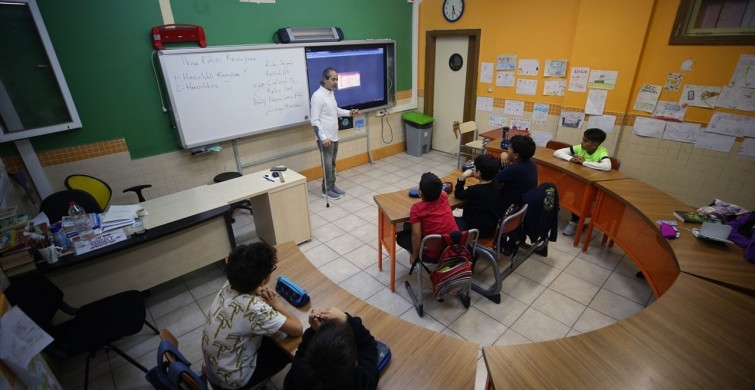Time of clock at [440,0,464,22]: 5:31
